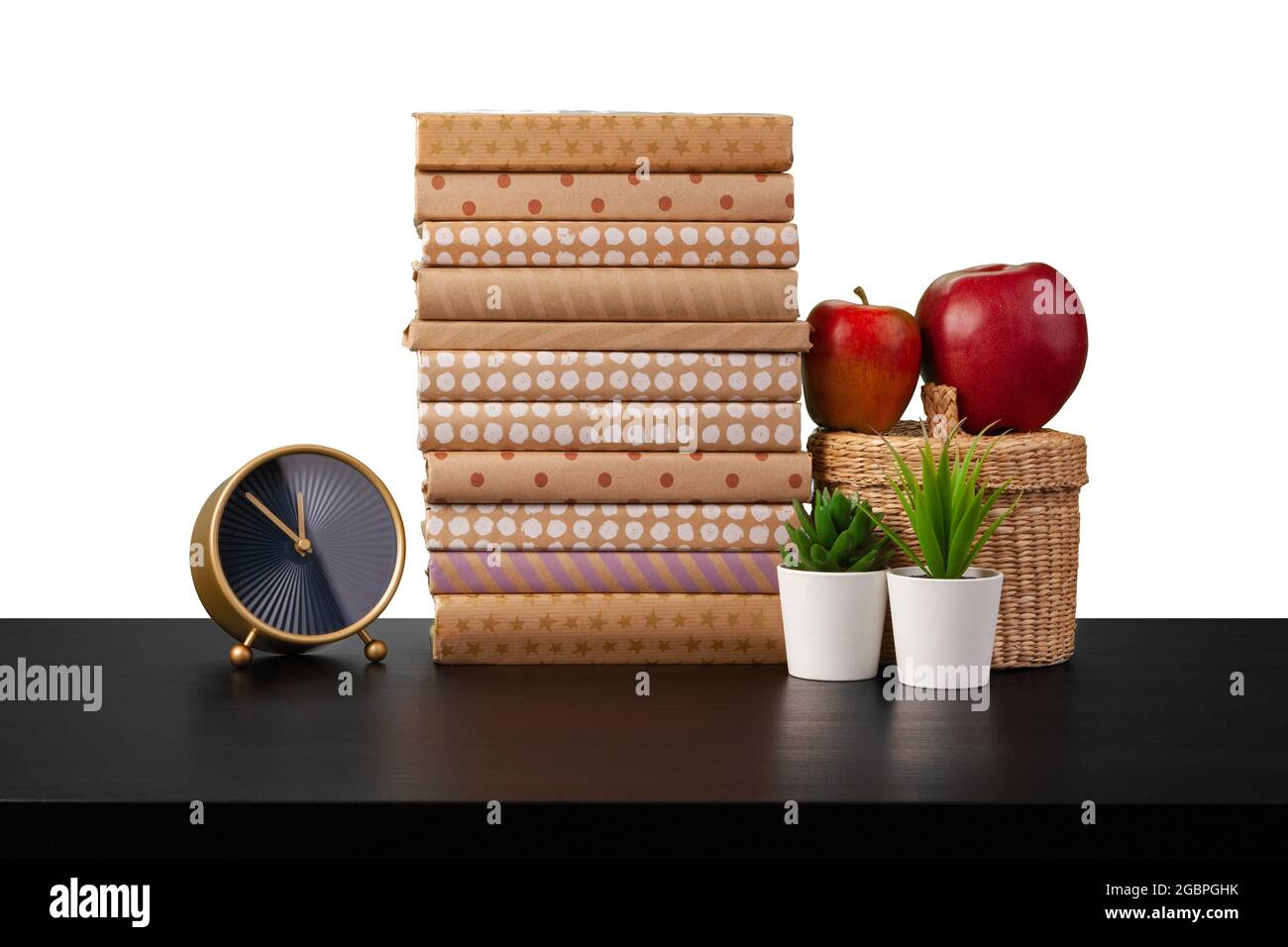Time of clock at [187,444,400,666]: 11:50
